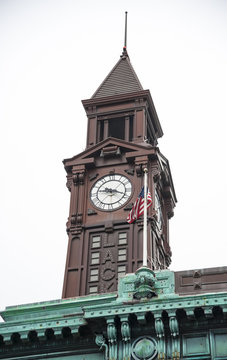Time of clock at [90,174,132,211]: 9:18
